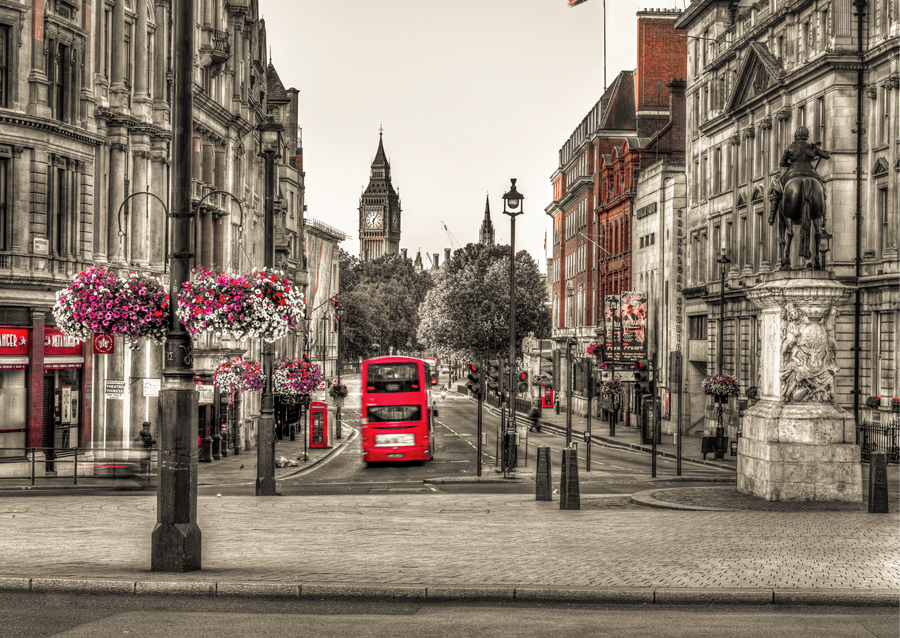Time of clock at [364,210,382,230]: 6:06
